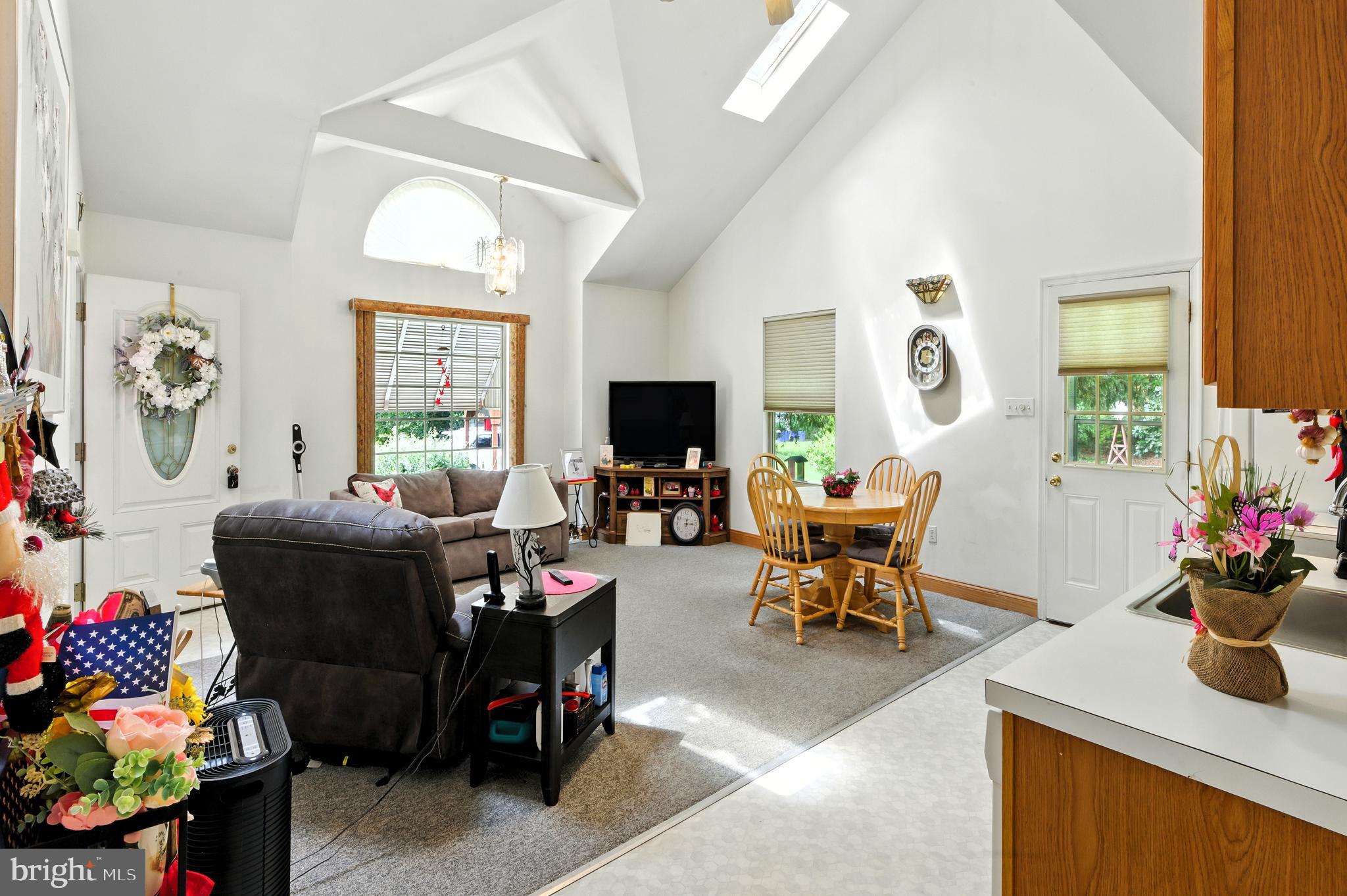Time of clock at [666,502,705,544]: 12:14
